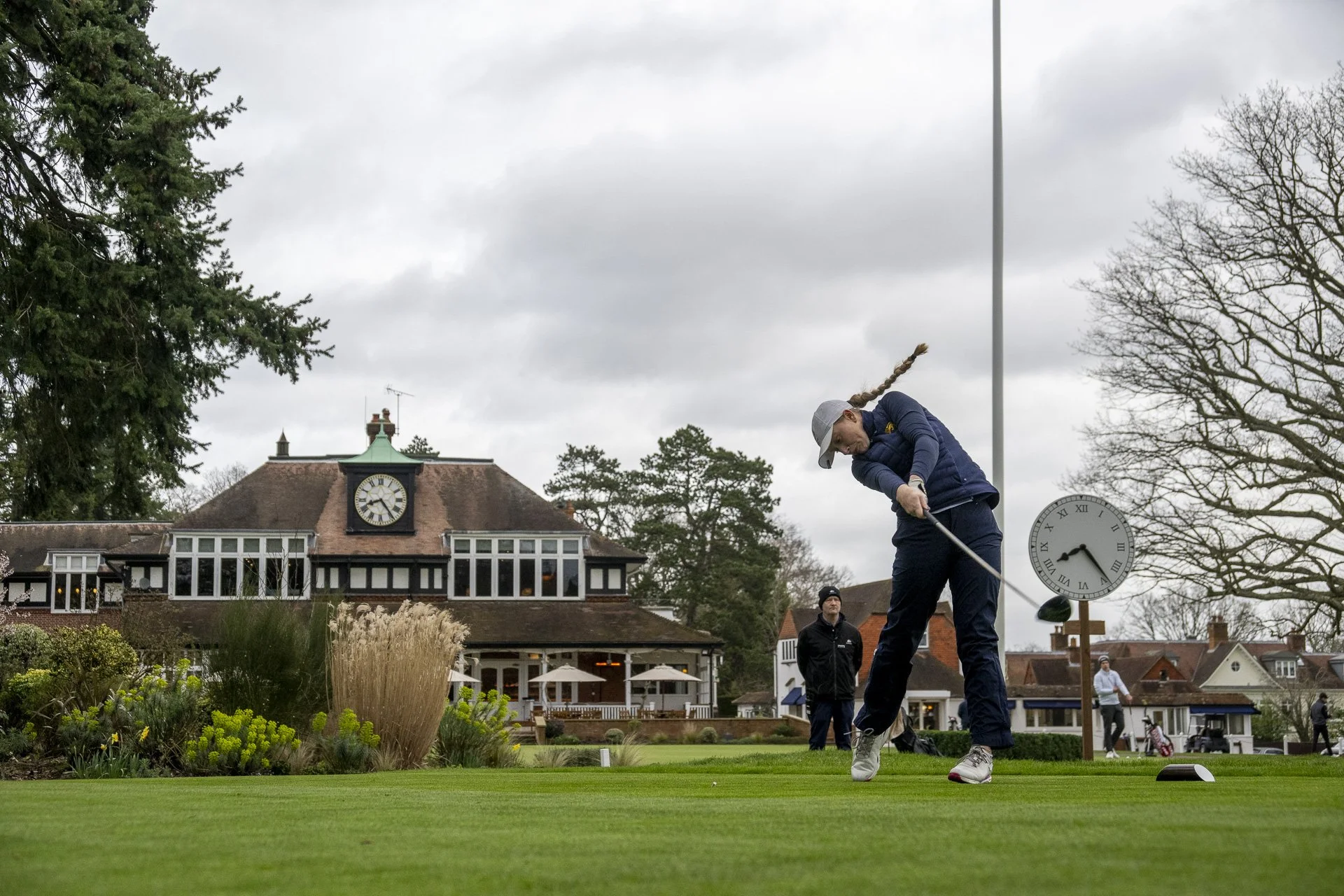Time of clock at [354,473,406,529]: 8:23
